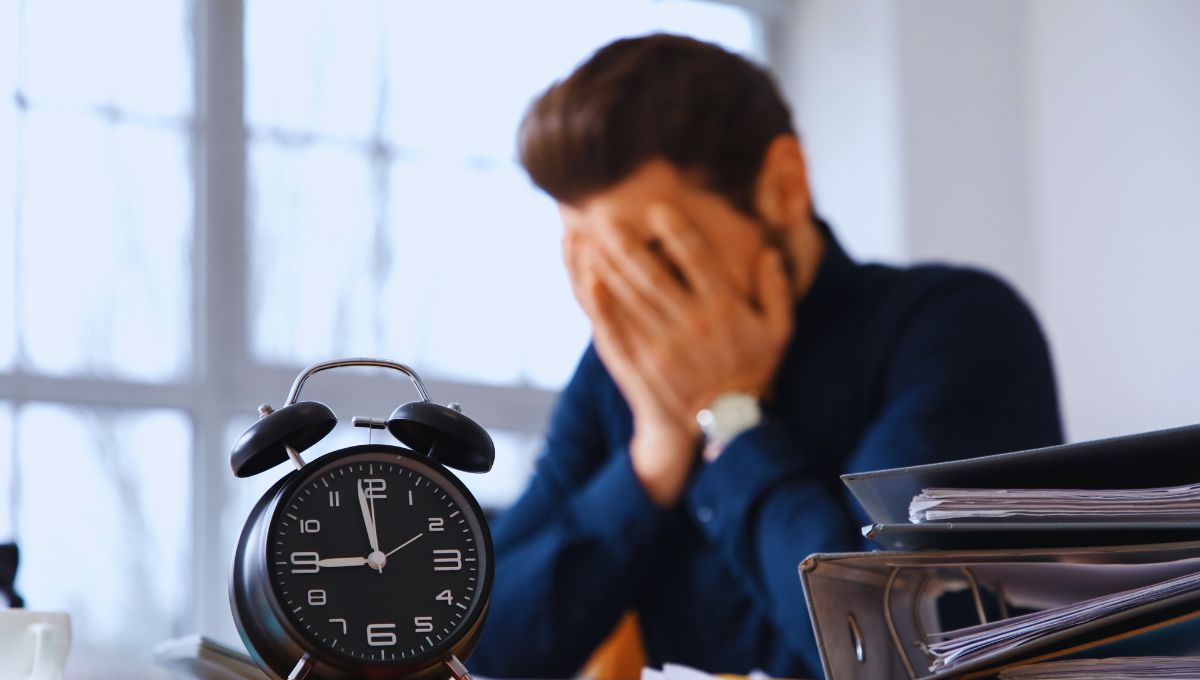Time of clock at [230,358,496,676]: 11:44
